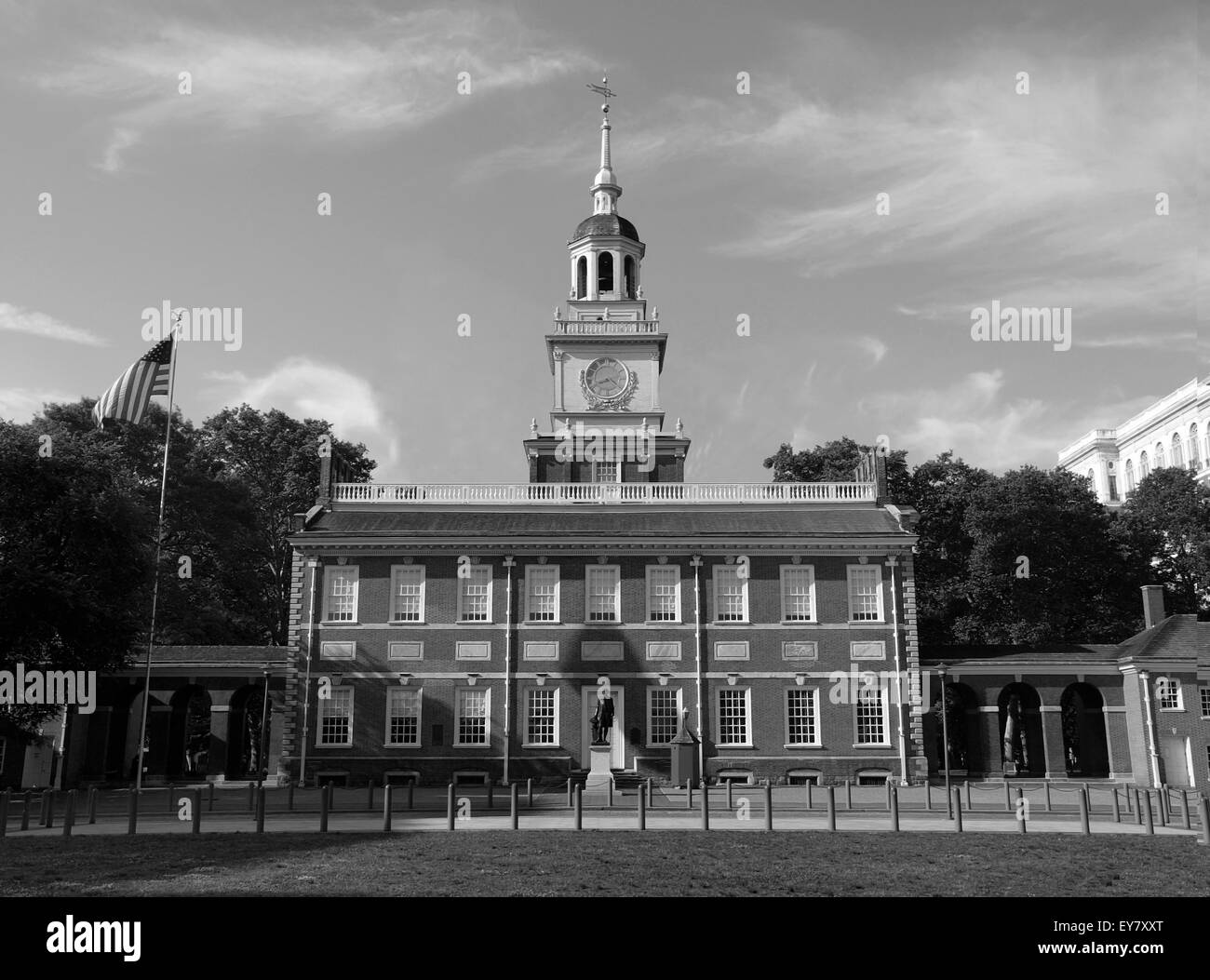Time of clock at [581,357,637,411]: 8:21
